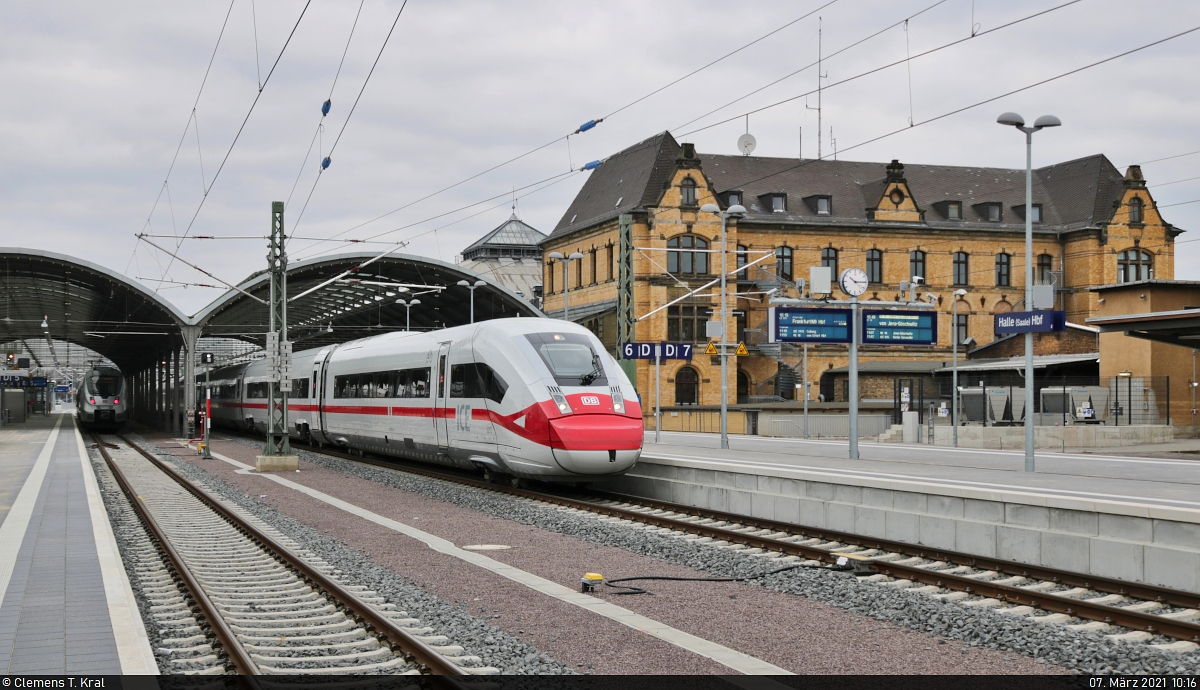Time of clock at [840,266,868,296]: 10:14
